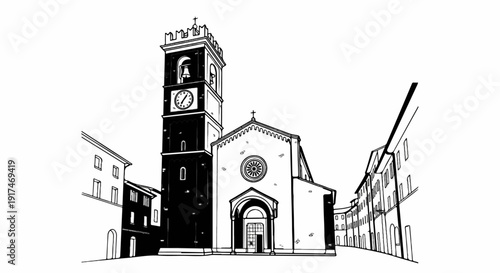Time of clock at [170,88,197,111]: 7:06
